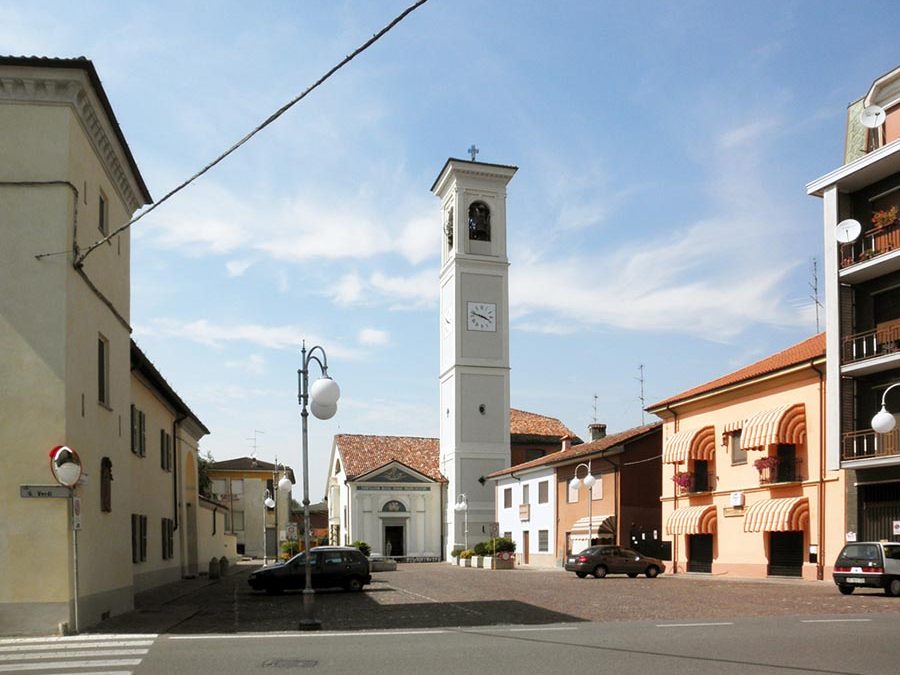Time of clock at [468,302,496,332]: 3:48
